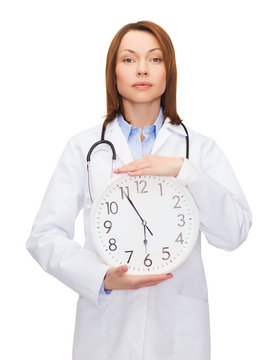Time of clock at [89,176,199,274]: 5:55
